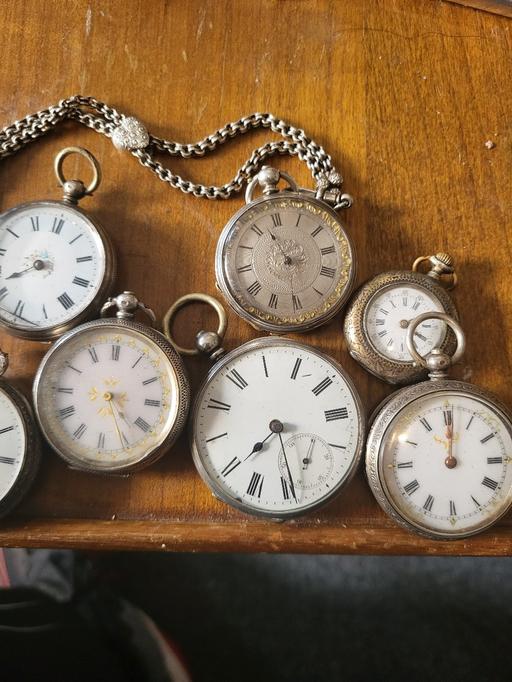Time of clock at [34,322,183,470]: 4:25
